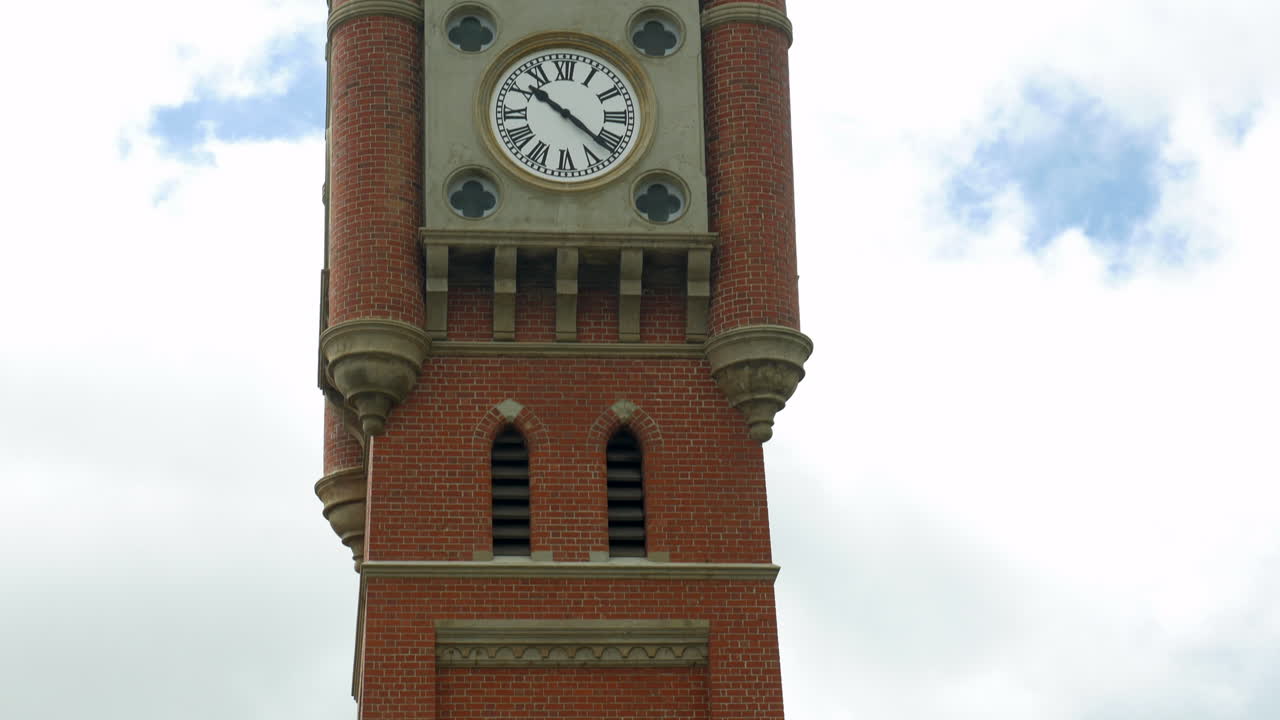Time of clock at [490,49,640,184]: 10:21
